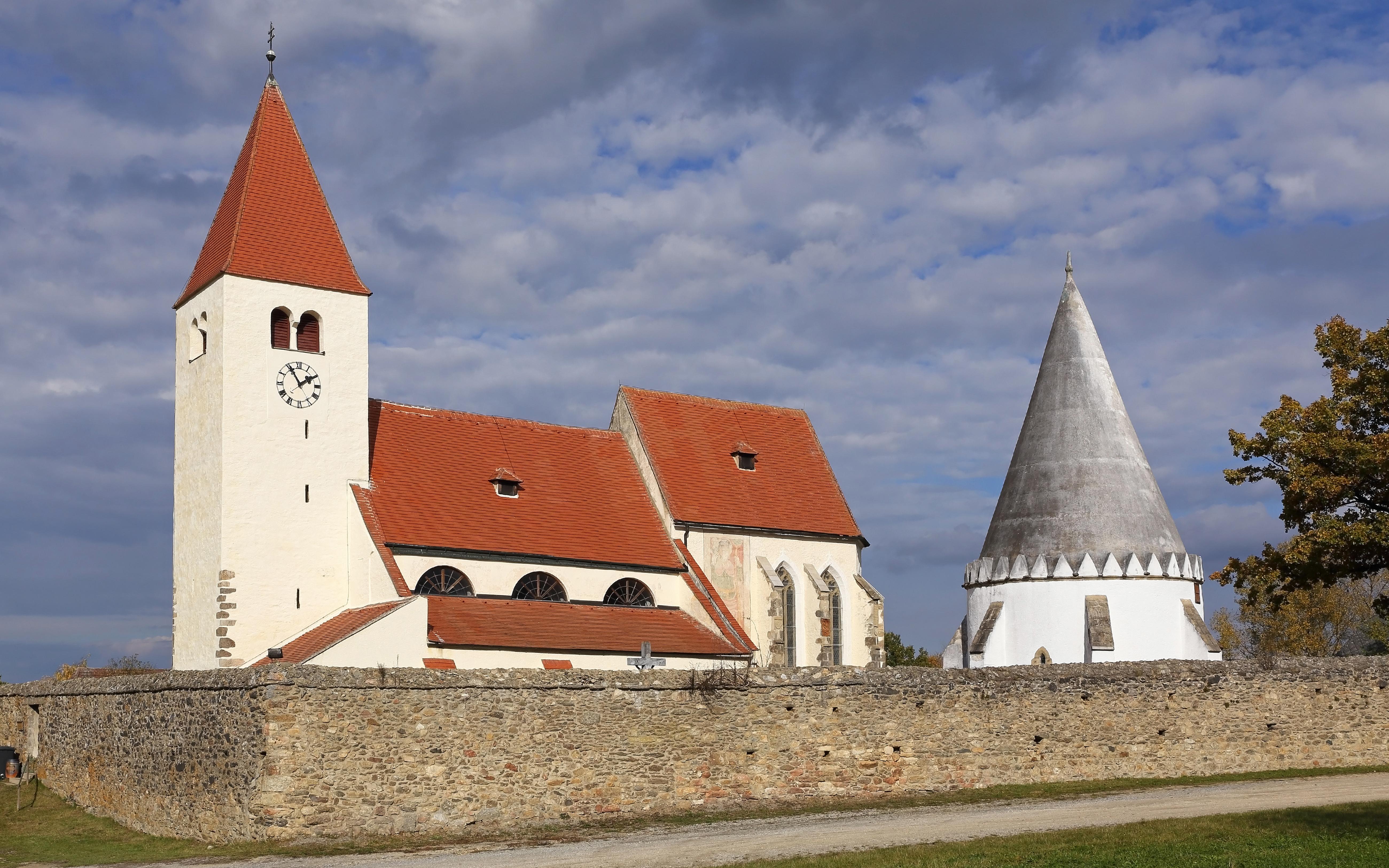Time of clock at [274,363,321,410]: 1:55
